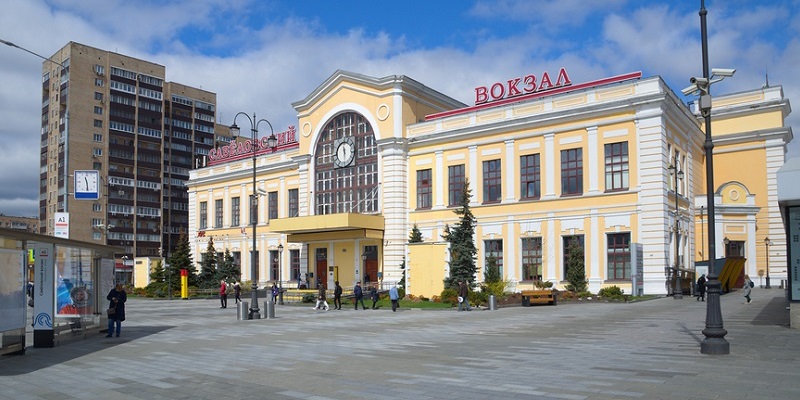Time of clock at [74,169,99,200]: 11:28
